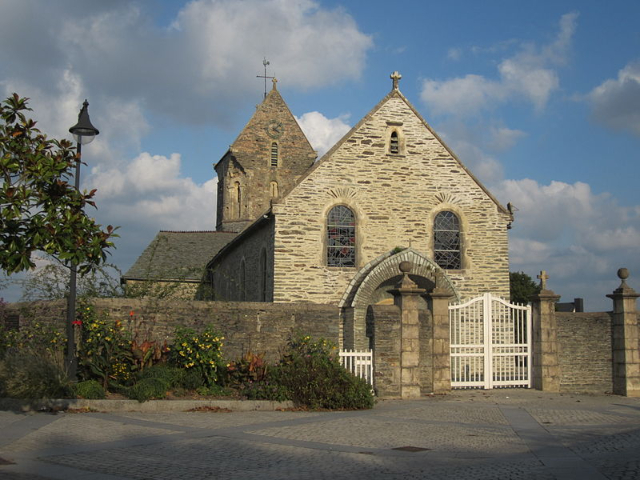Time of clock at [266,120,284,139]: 4:07
